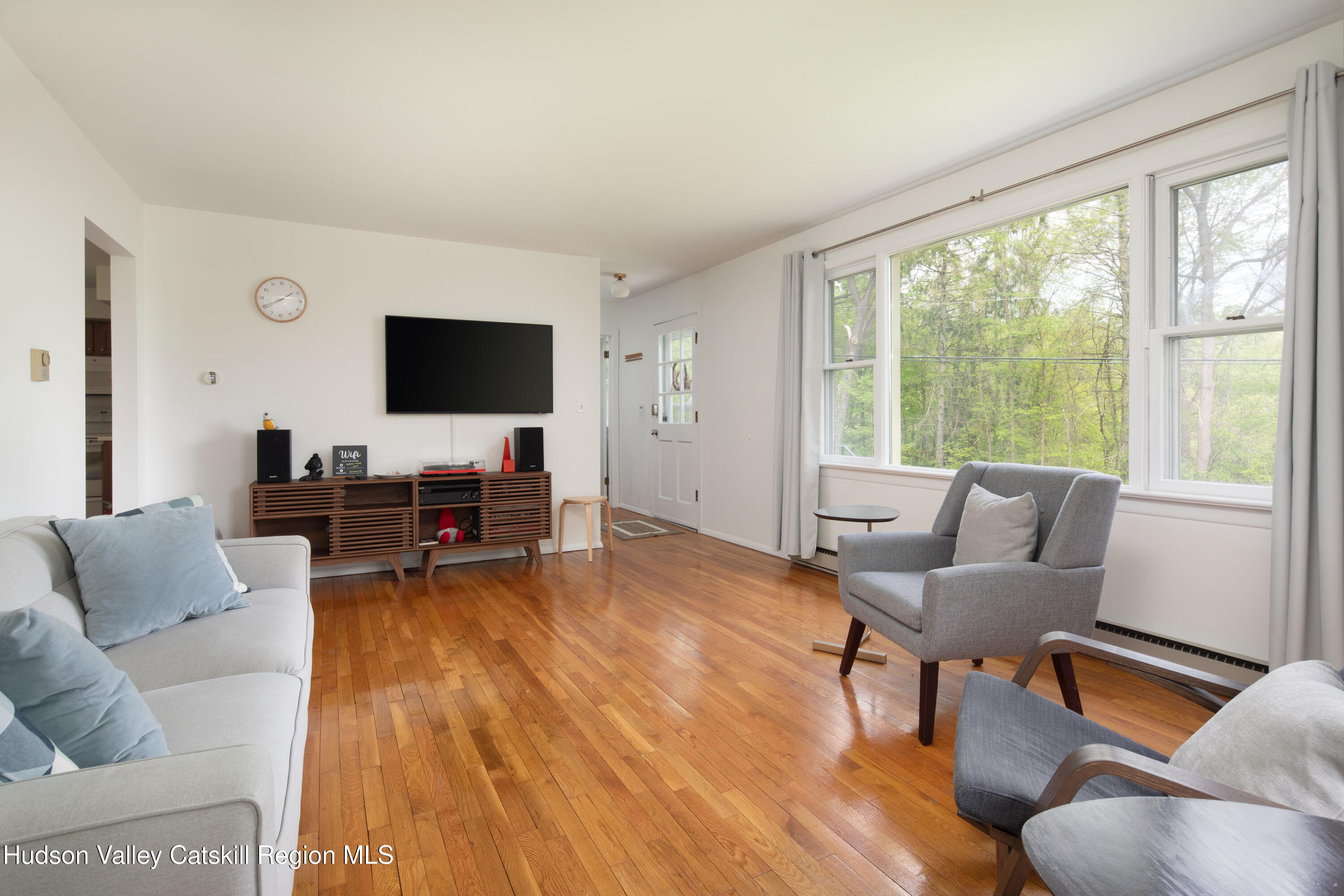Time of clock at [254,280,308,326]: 1:40
